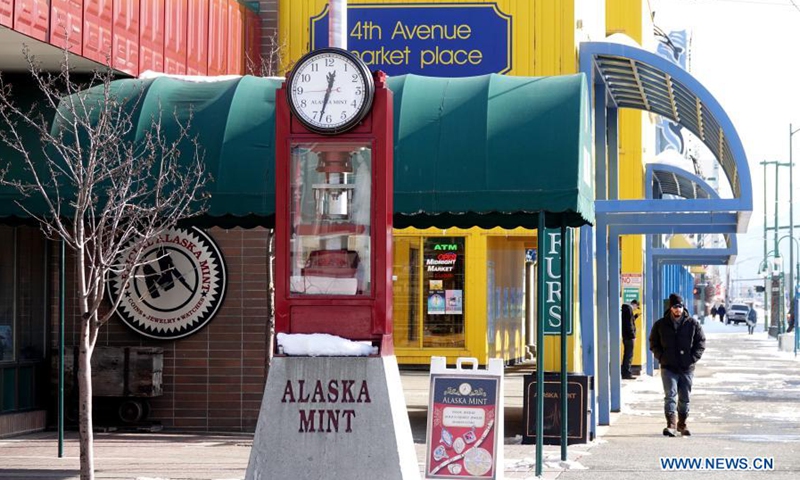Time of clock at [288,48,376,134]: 12:32
